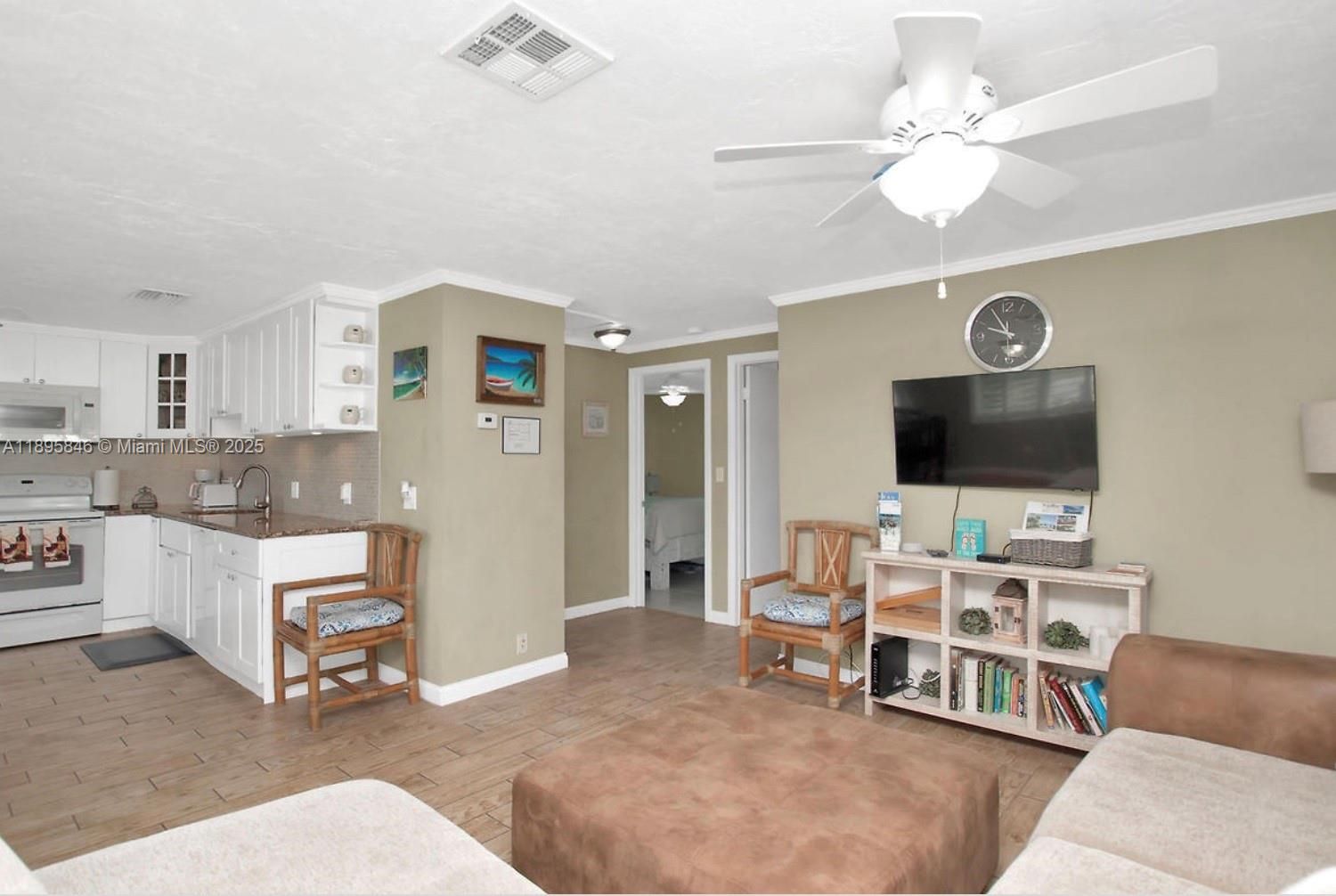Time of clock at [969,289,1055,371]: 9:55
